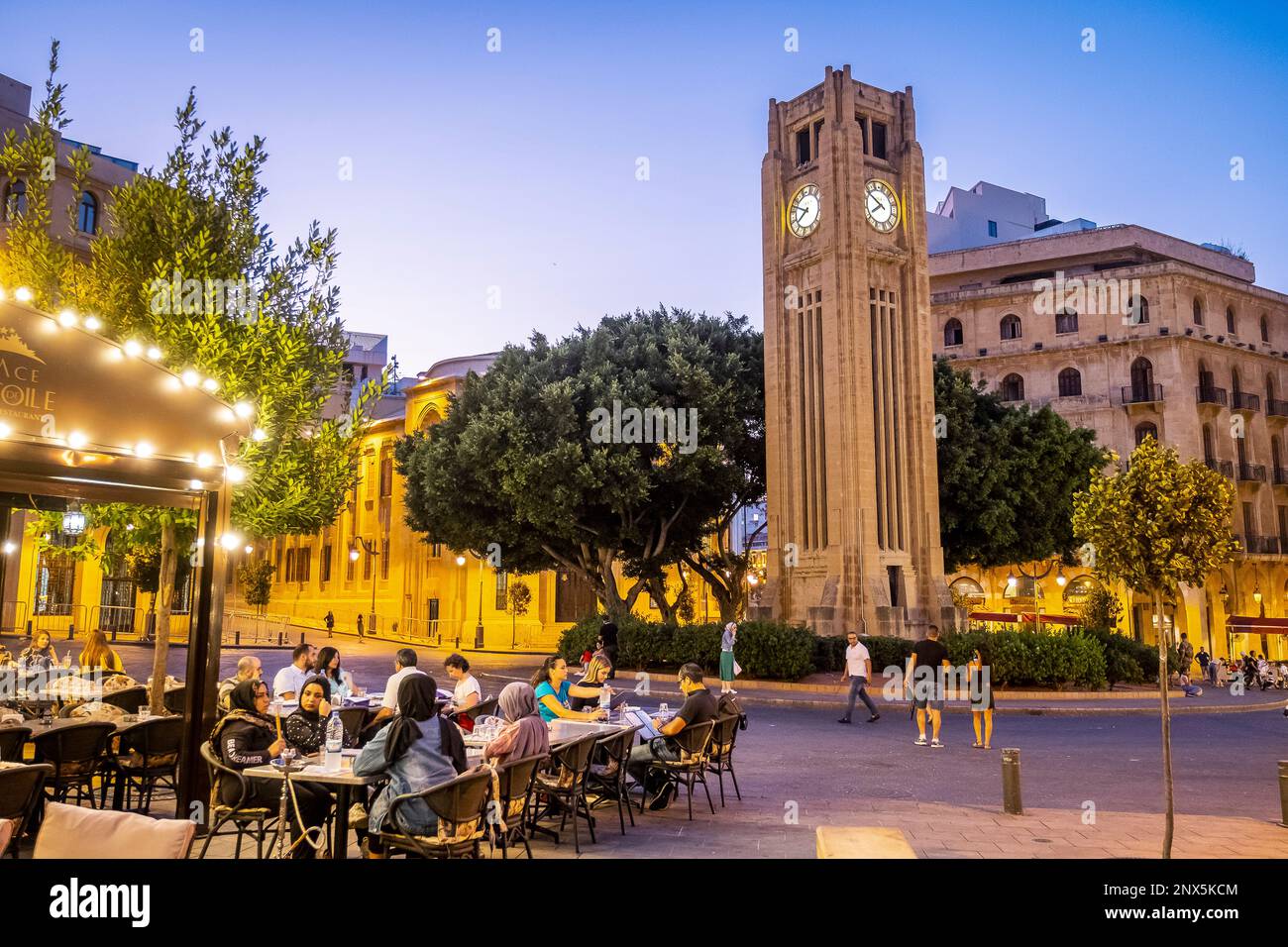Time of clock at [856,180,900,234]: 7:50
